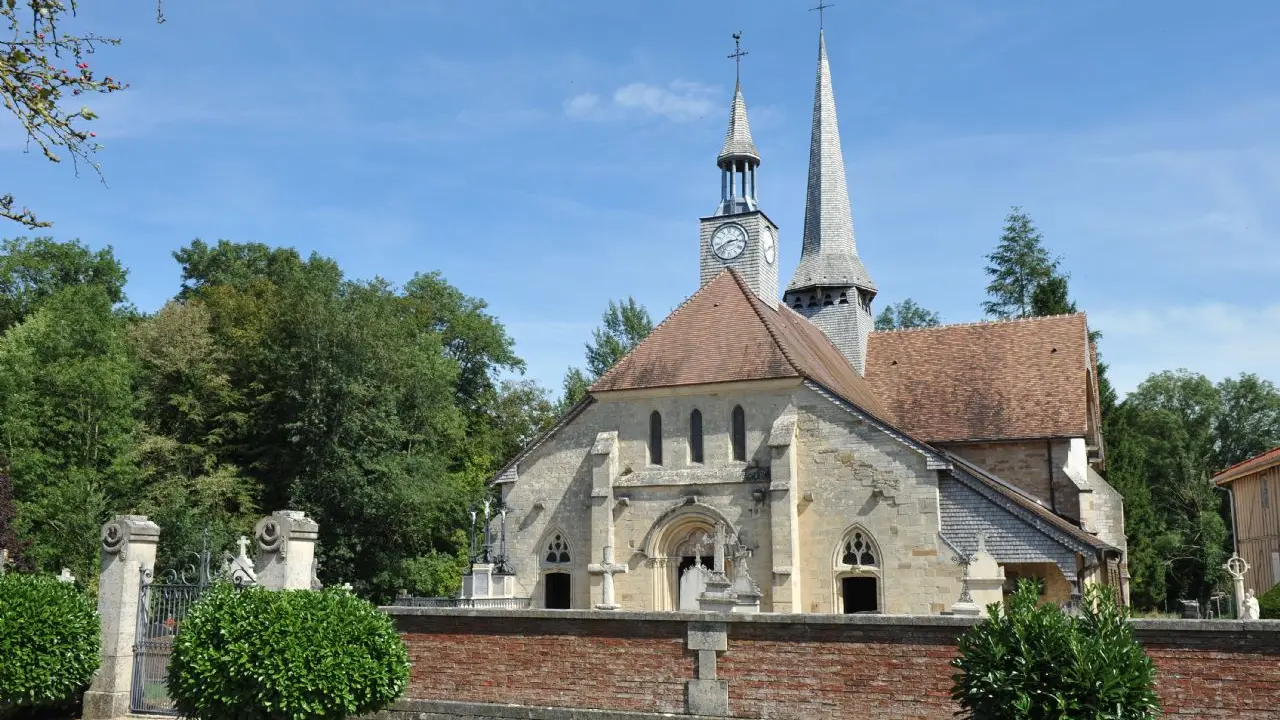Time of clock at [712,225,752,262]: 2:40
